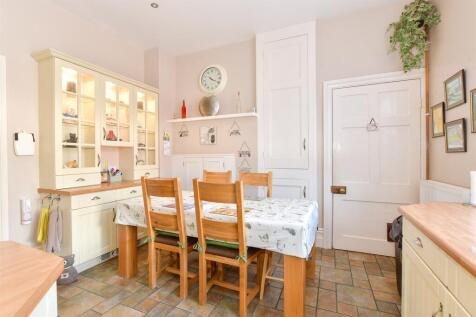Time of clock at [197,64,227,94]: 4:18
